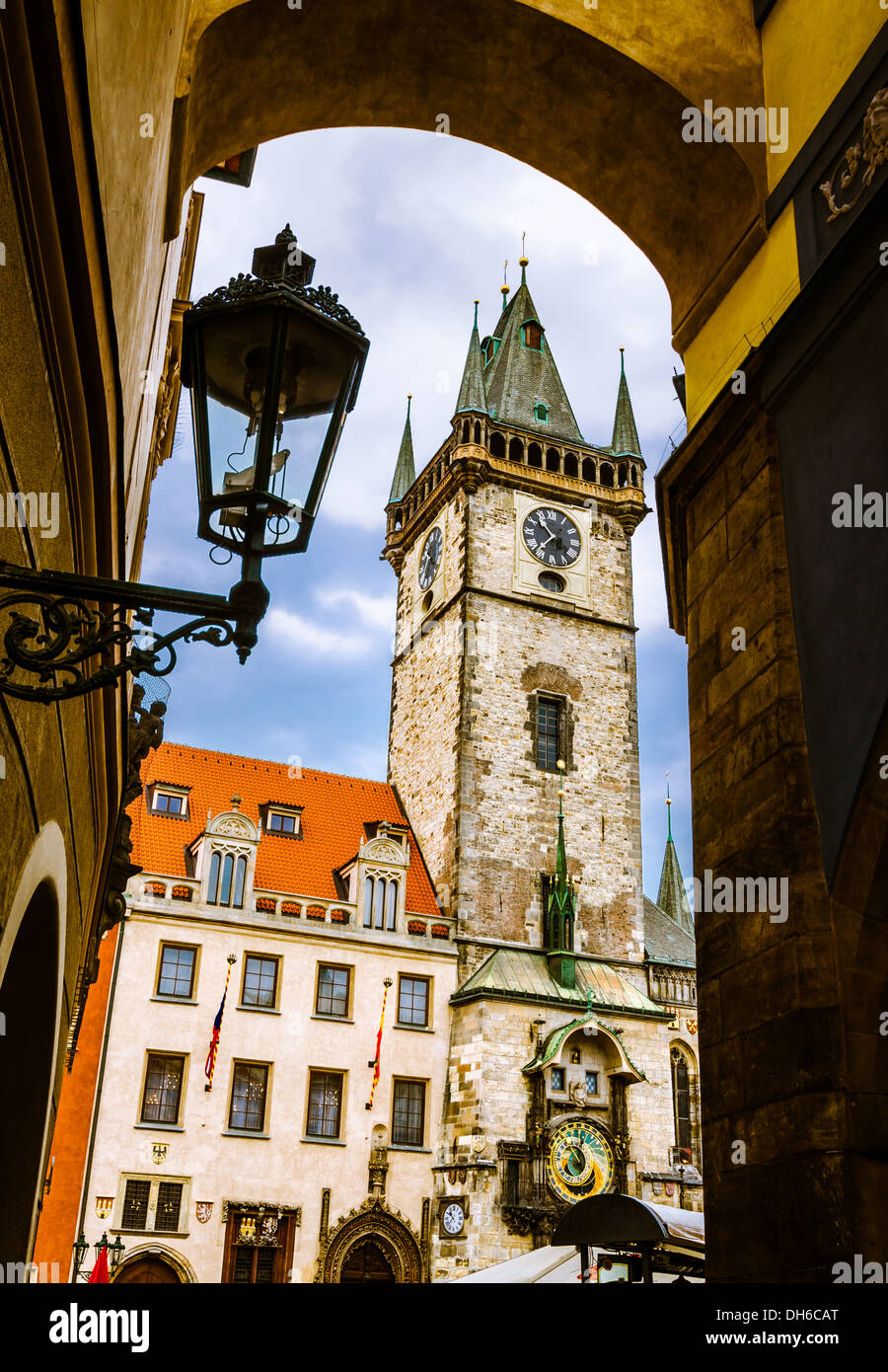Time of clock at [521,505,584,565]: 10:37
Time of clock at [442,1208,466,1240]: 10:37
